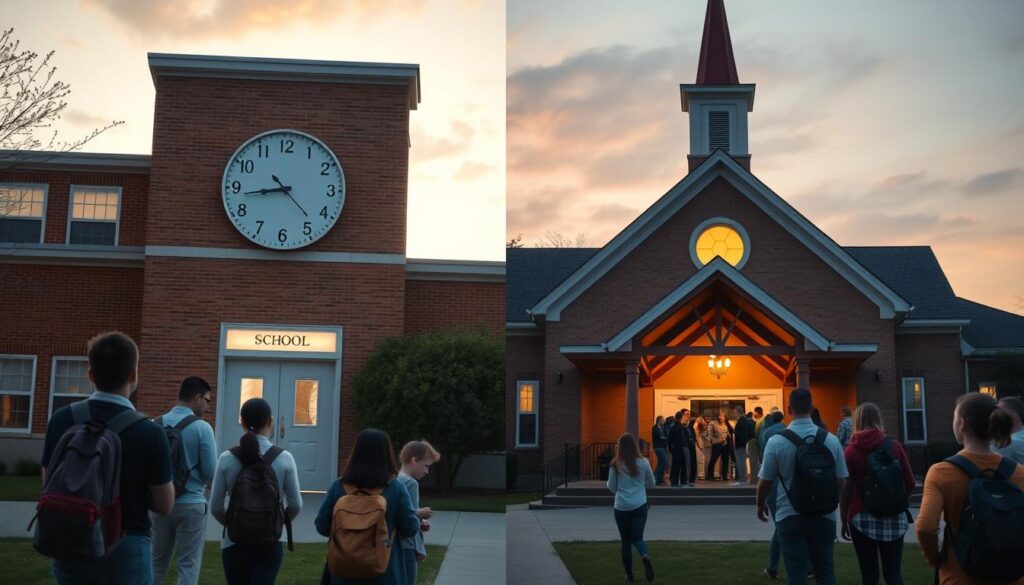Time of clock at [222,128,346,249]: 8:43
